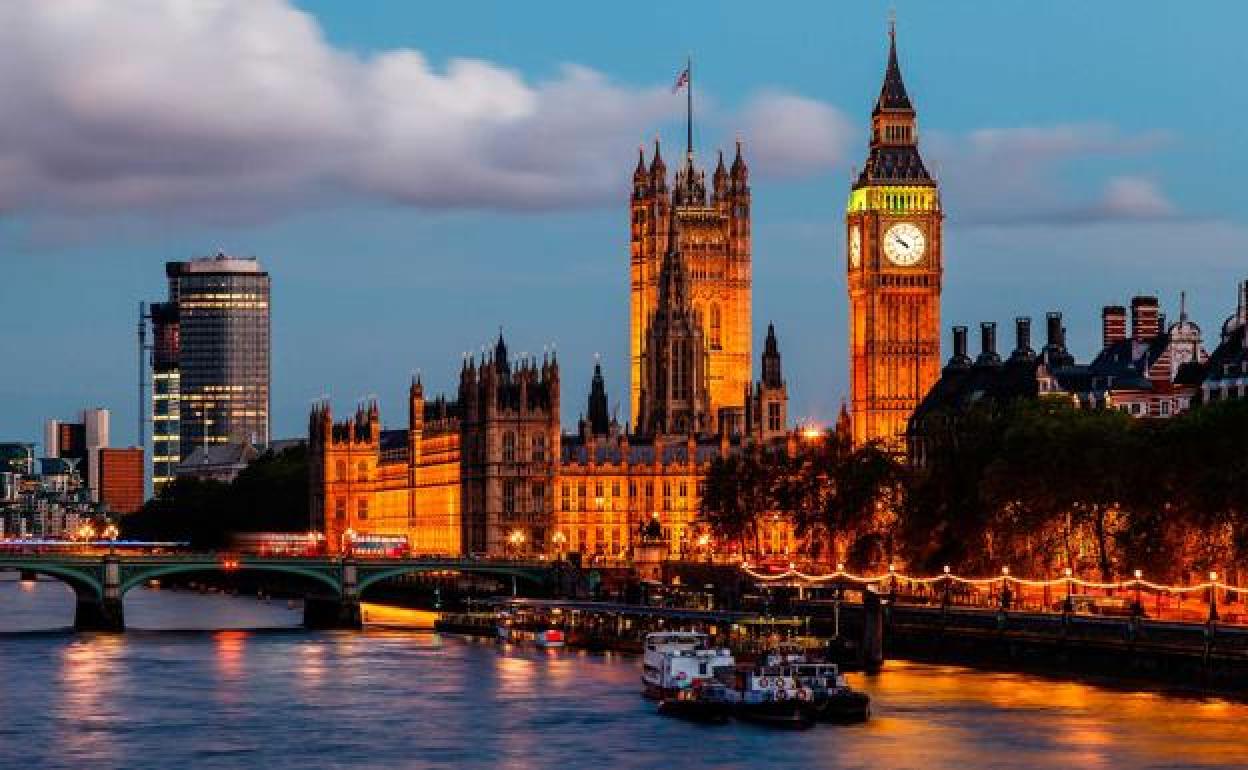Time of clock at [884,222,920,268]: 9:52
